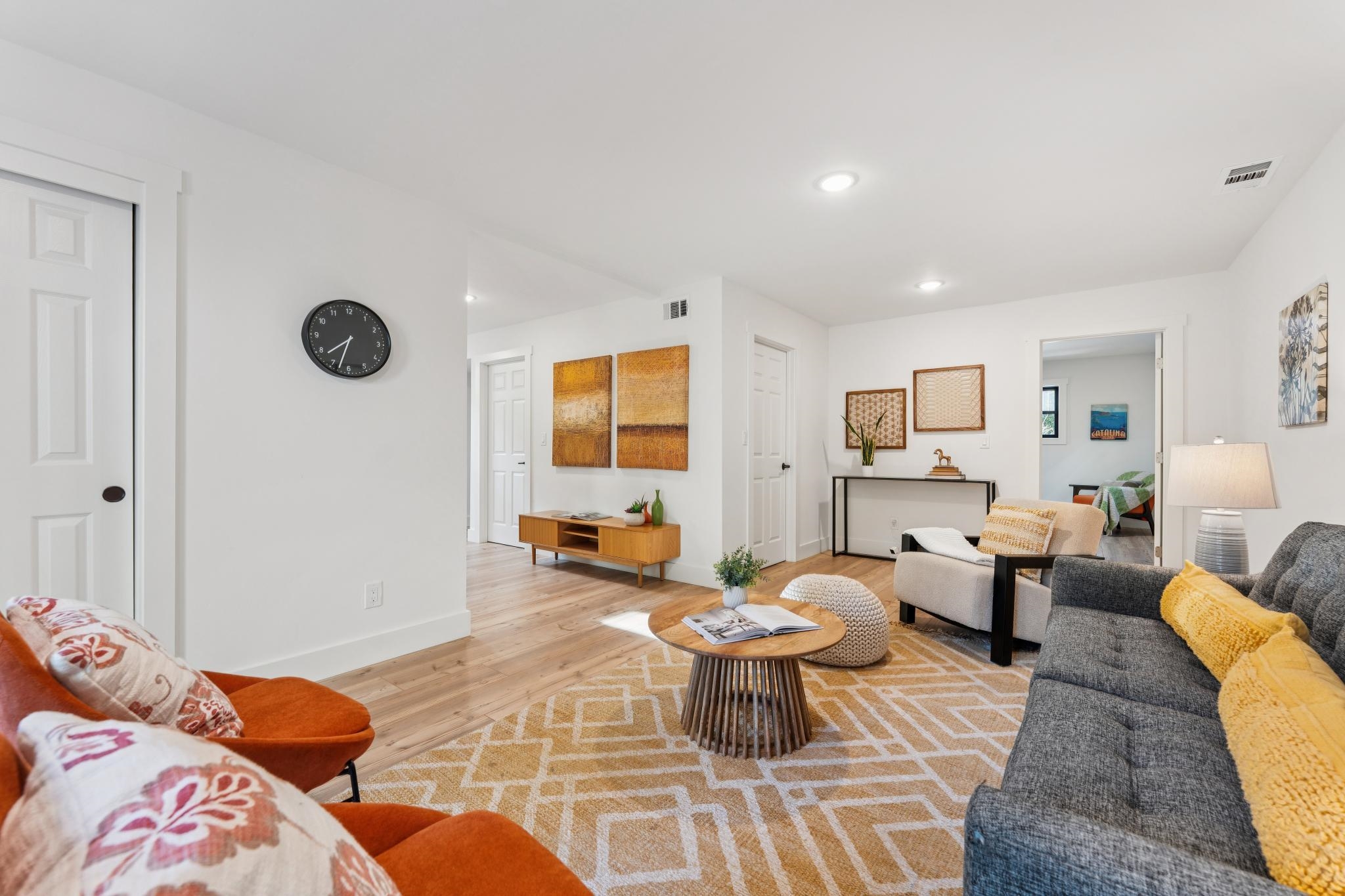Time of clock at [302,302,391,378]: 7:32
